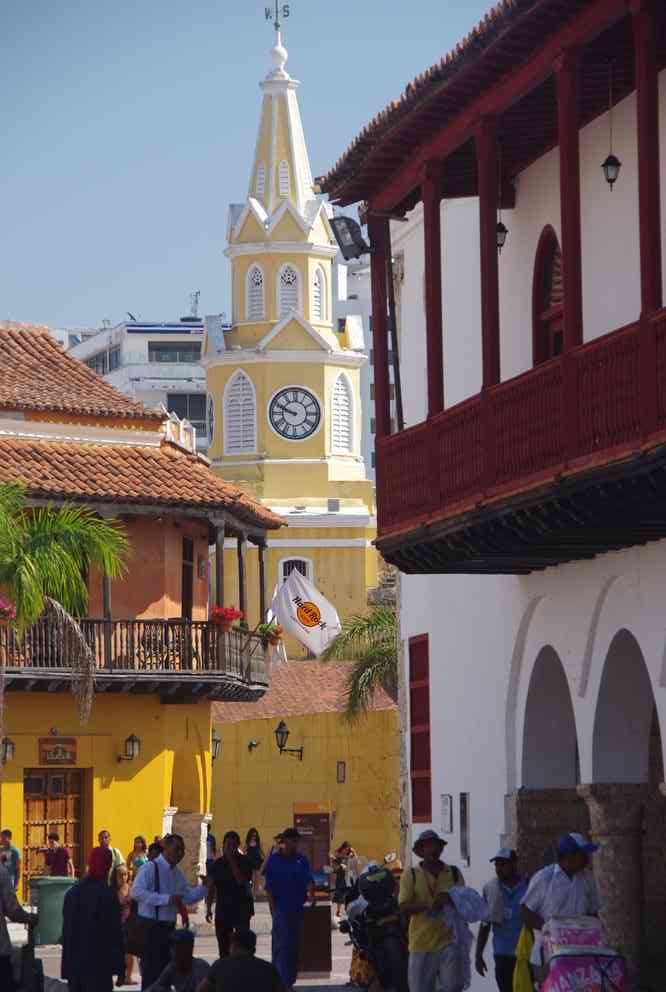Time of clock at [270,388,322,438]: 9:48
